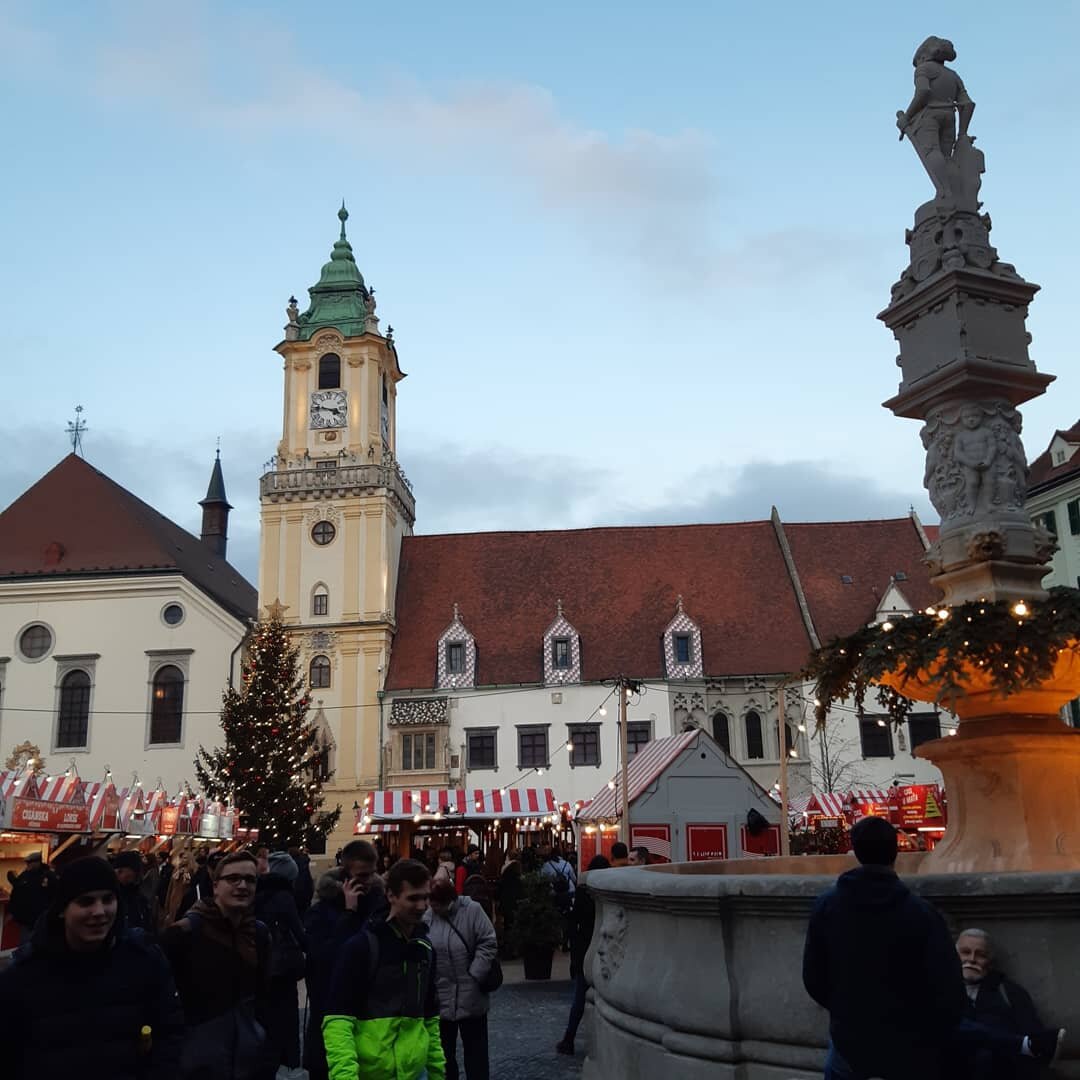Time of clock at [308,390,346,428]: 3:46
